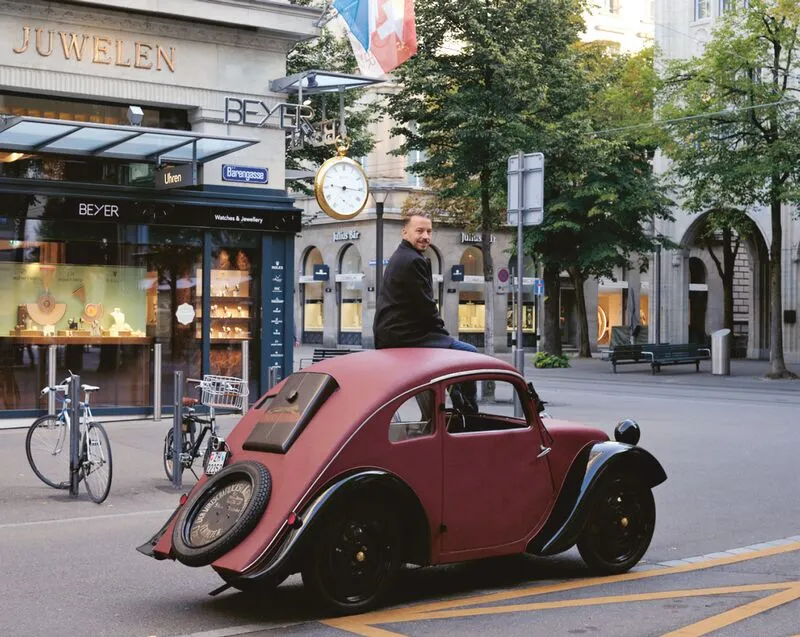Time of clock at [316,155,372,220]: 9:15
